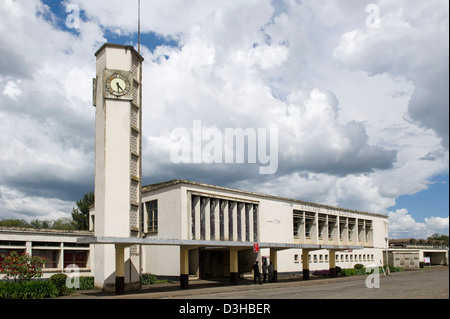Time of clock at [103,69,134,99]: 4:28
